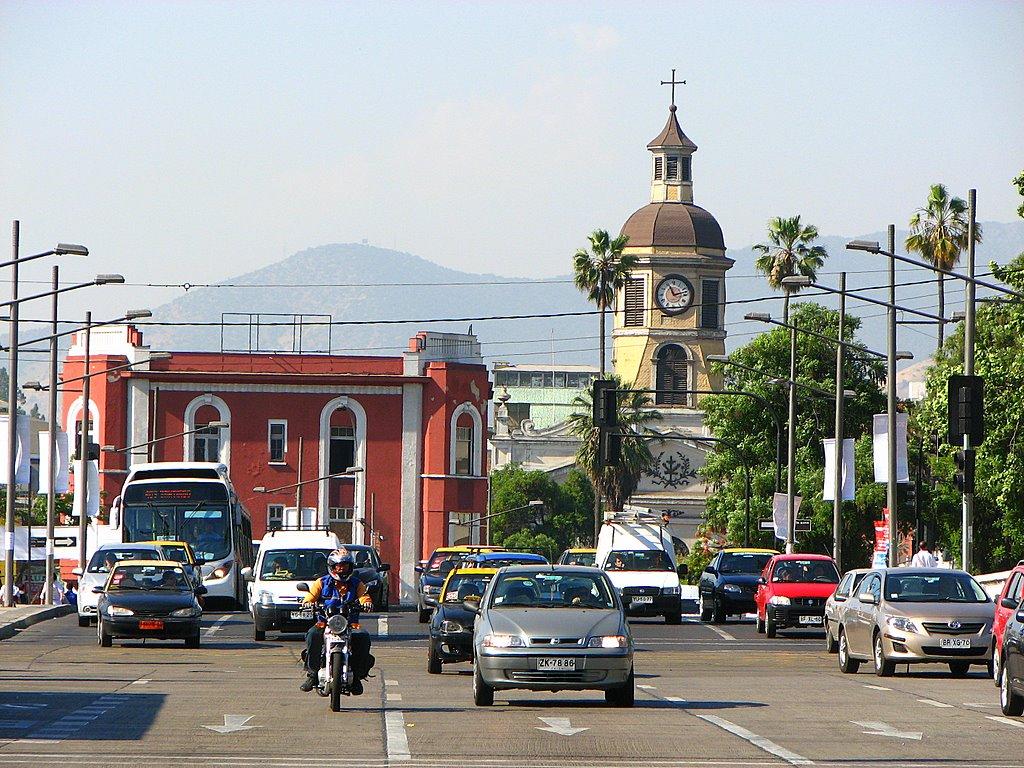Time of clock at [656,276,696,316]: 11:12
